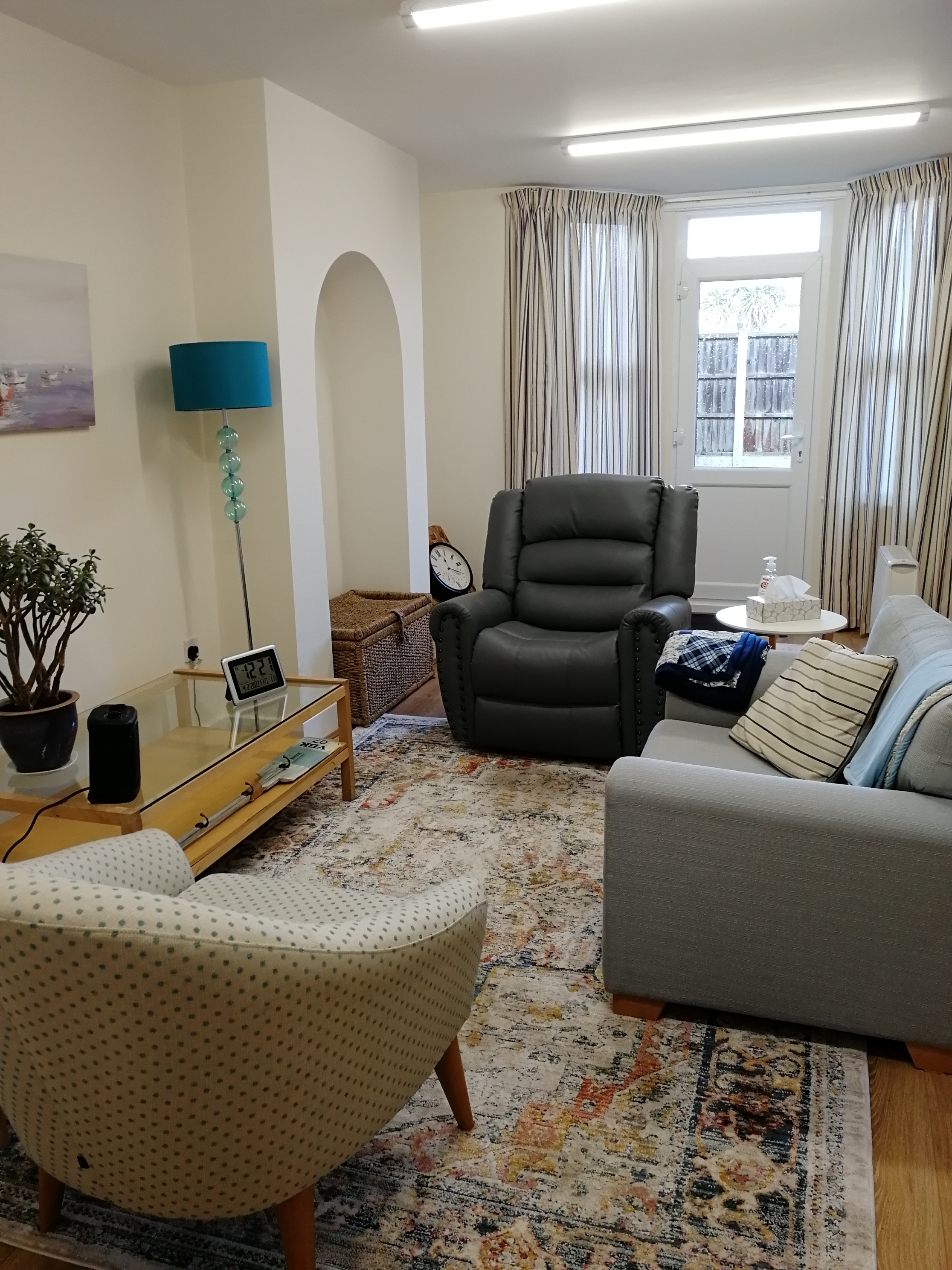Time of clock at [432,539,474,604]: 11:16
